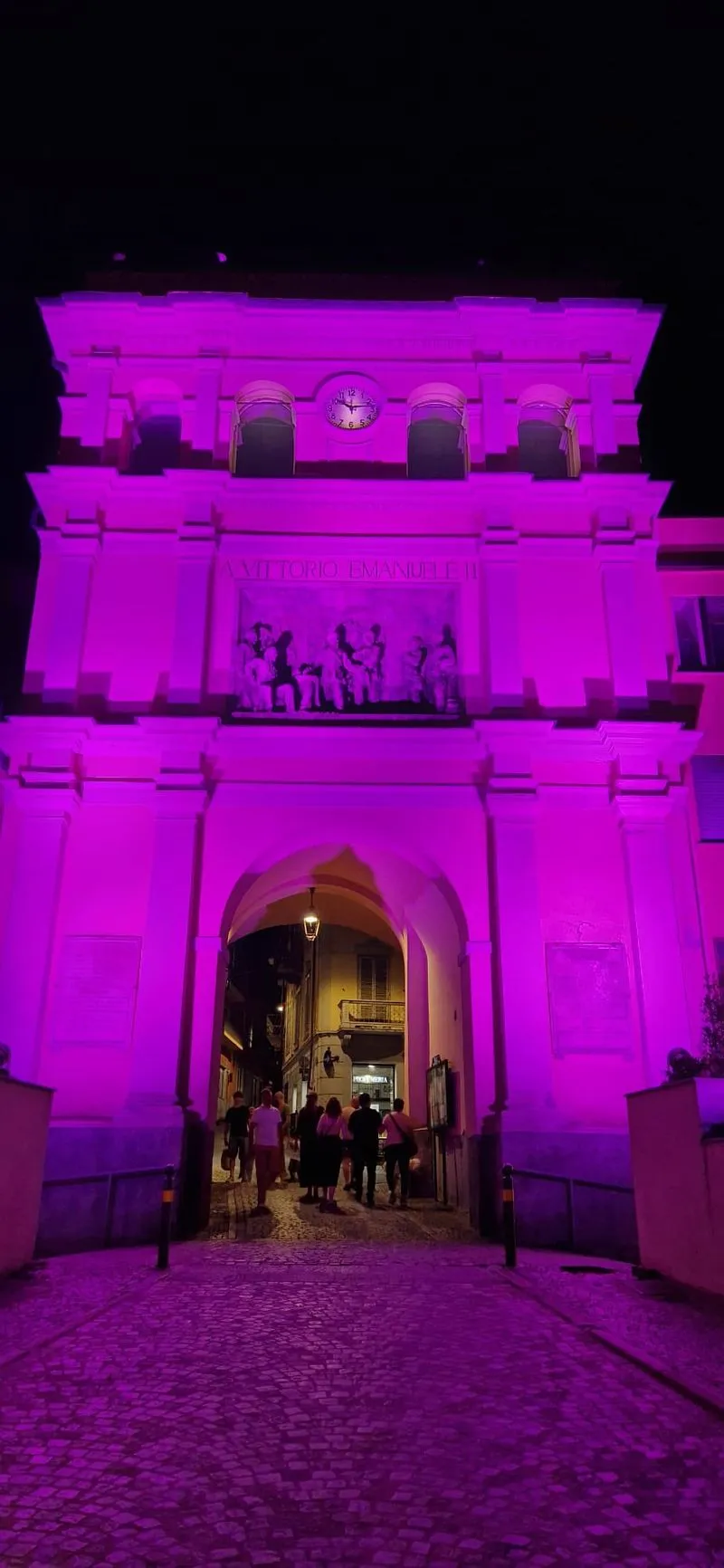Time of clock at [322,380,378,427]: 10:13
